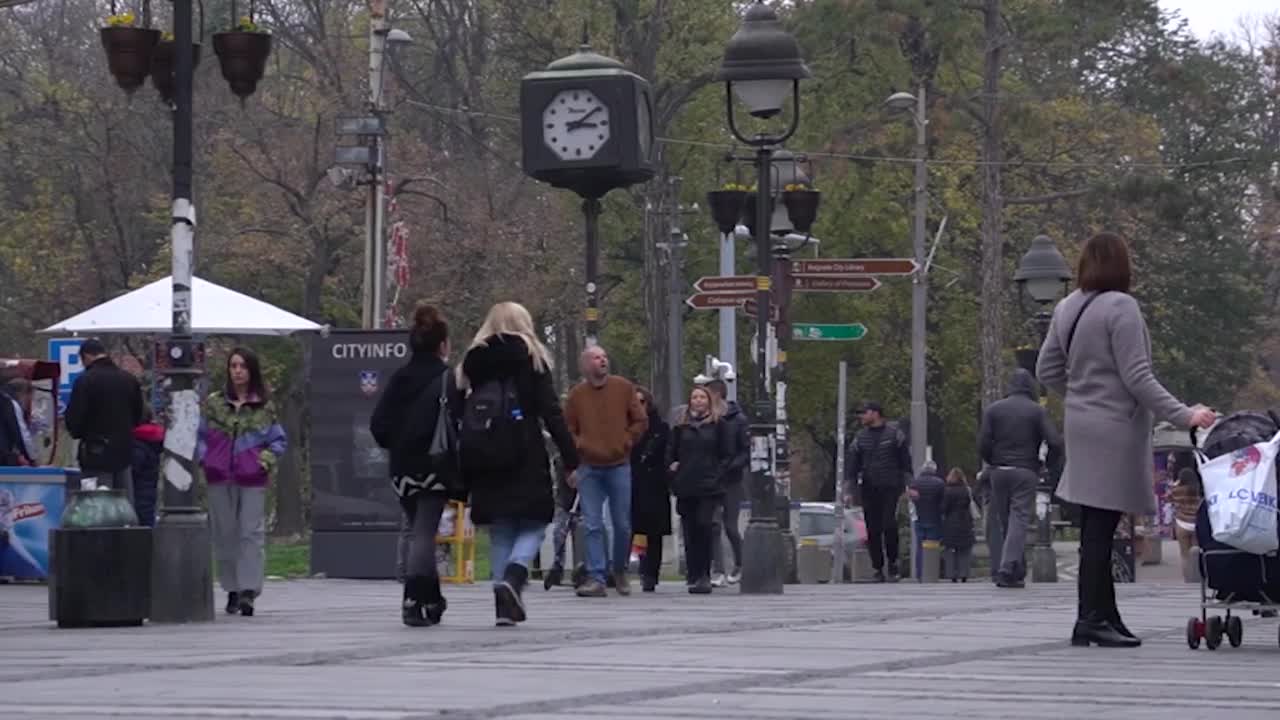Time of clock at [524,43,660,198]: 3:09
